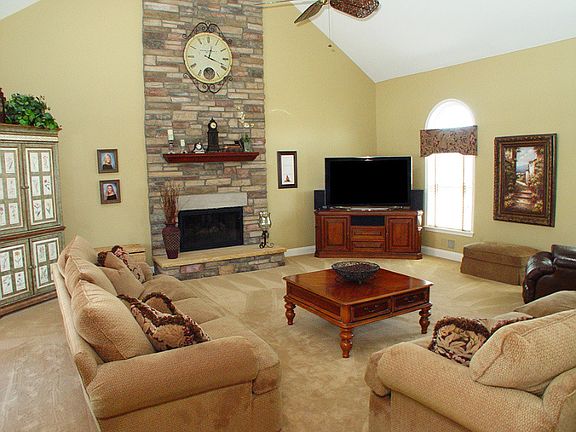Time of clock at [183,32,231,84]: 12:18
